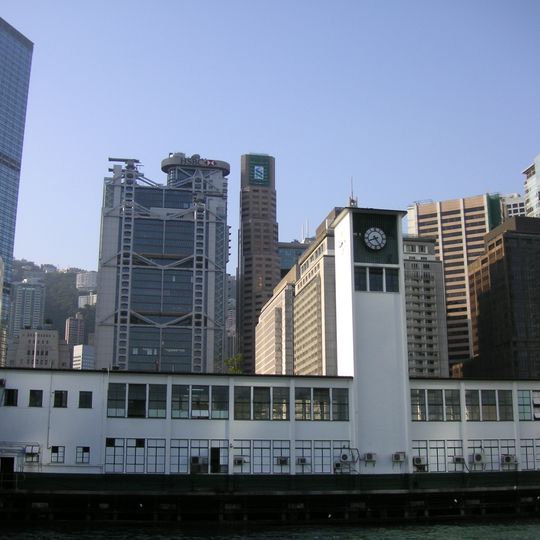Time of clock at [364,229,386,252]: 8:24
